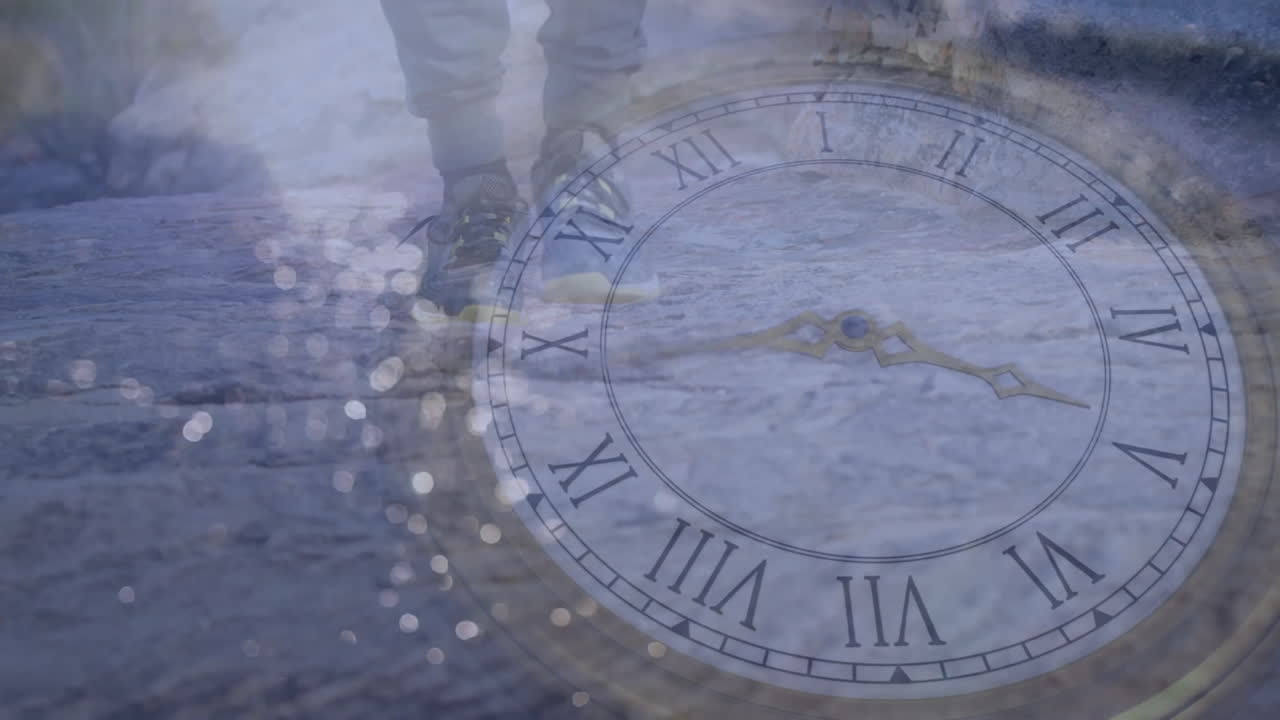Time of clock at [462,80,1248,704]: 3:43
